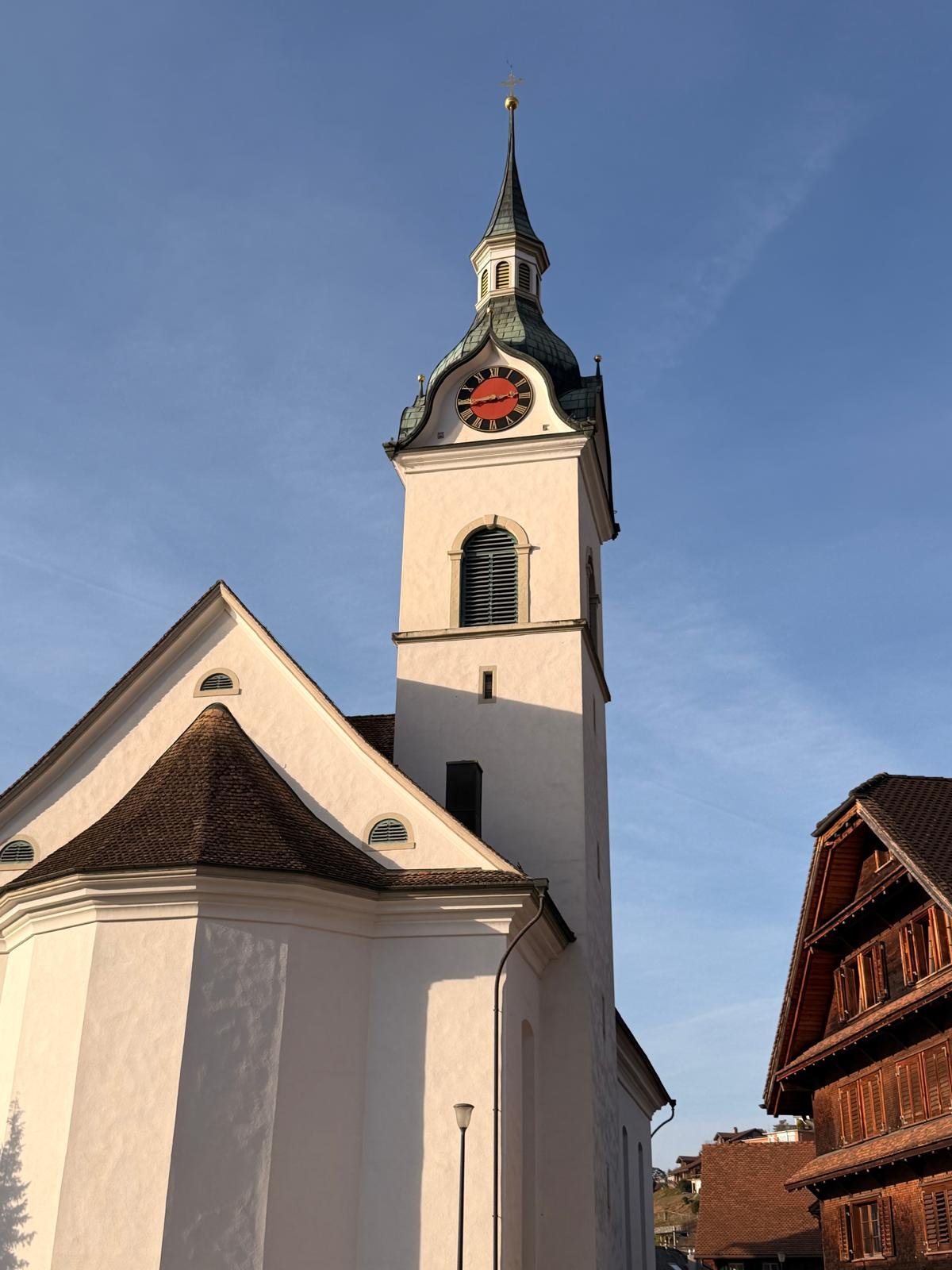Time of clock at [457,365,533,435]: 2:44
